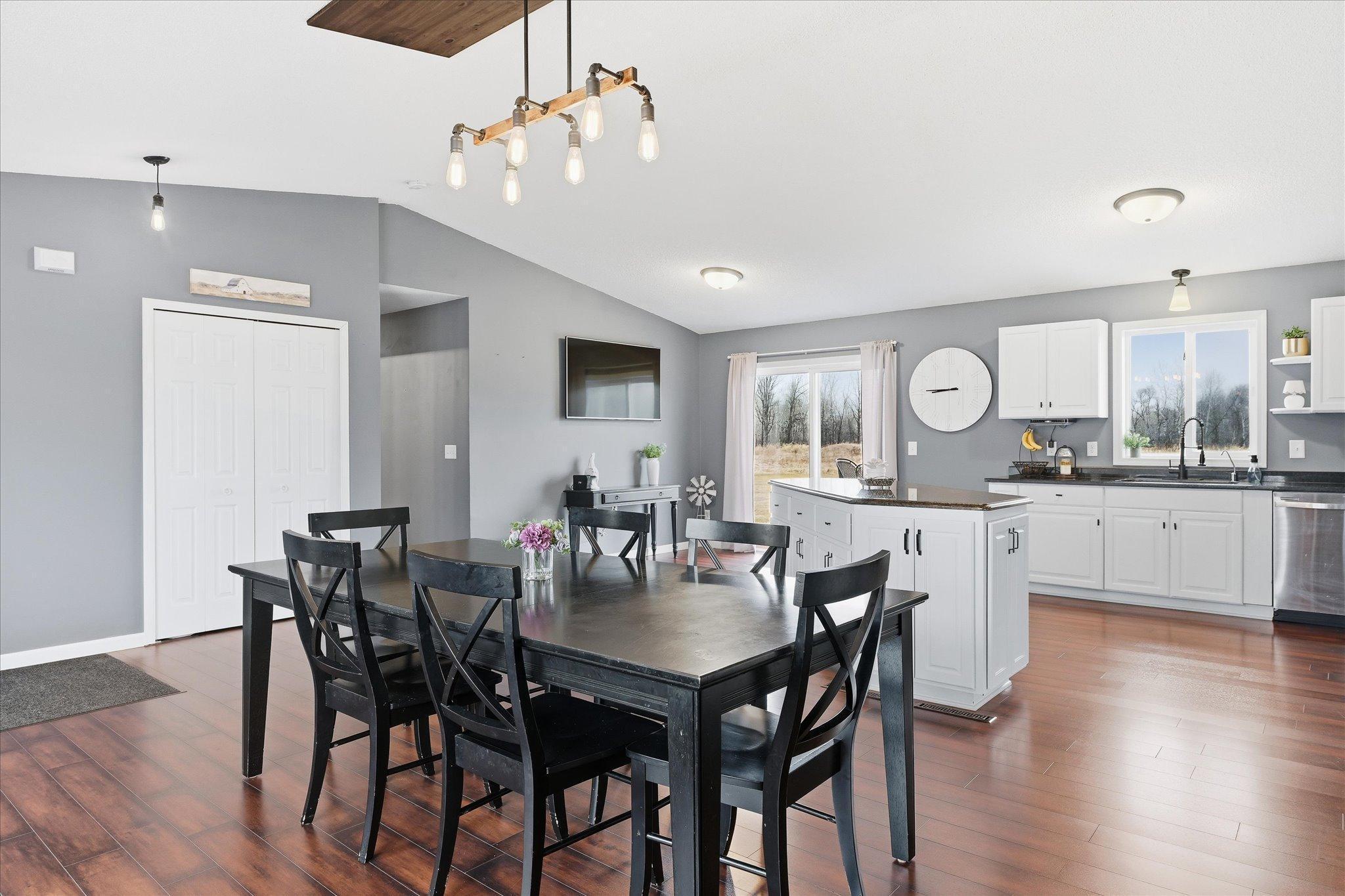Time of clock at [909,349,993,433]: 8:45
